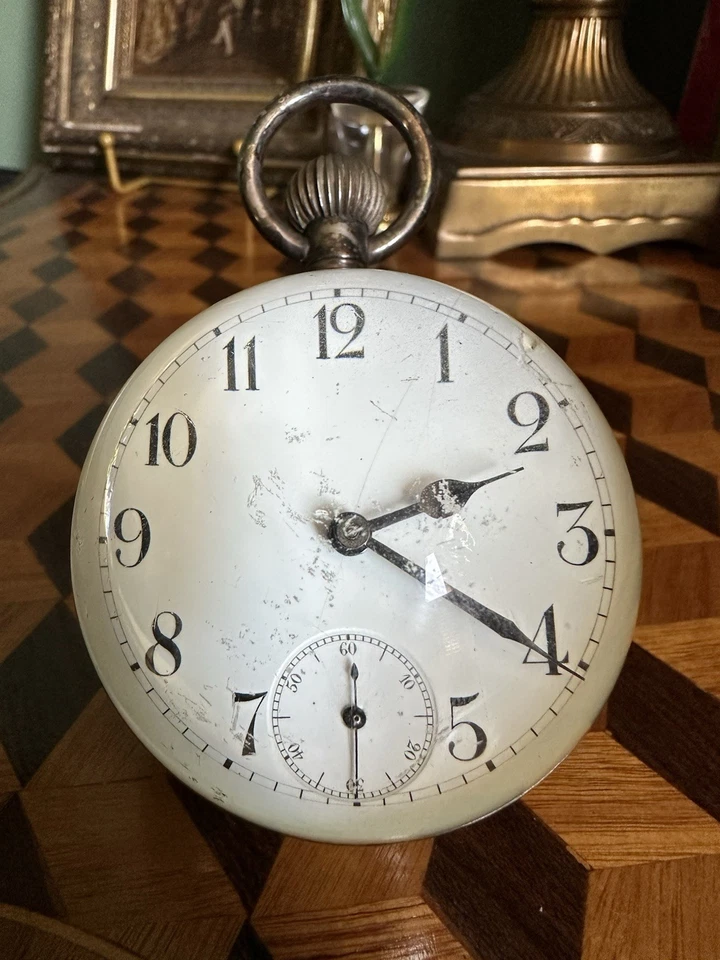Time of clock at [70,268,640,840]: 2:20
